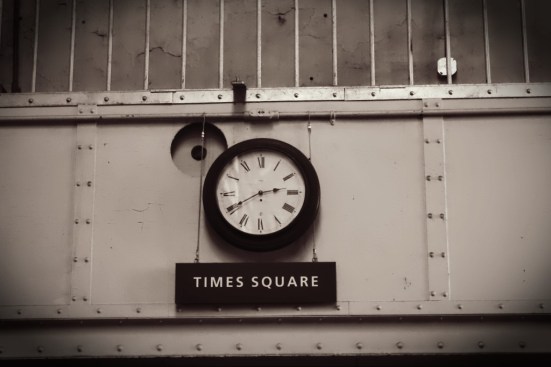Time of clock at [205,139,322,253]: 2:40
